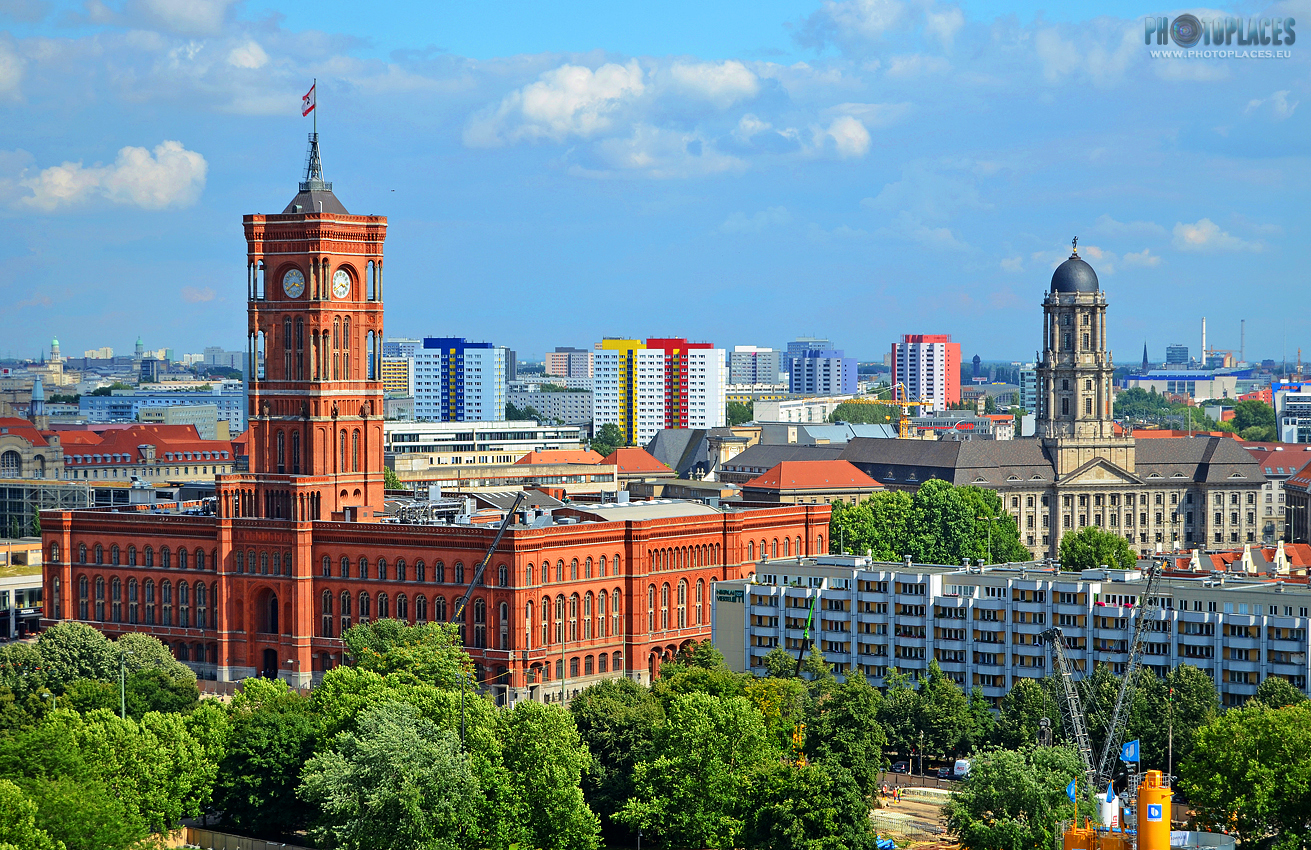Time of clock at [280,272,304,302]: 3:39
